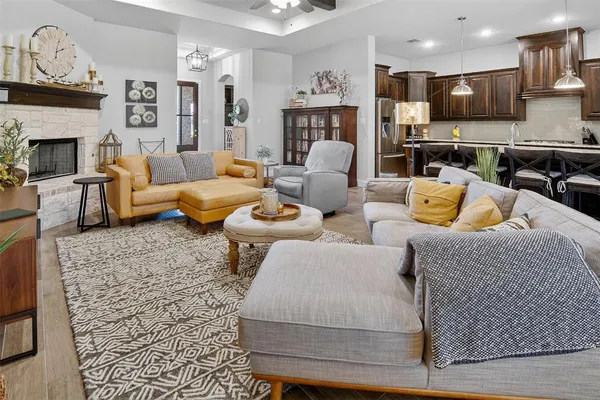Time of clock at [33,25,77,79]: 2:02
